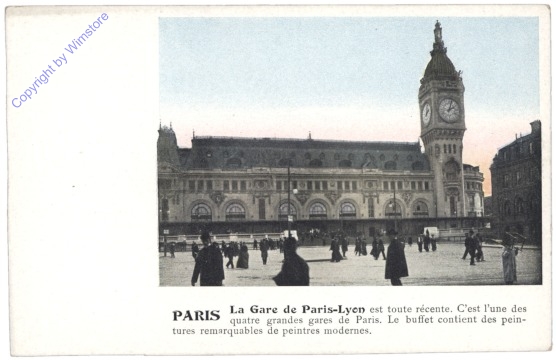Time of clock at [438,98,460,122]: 2:02
